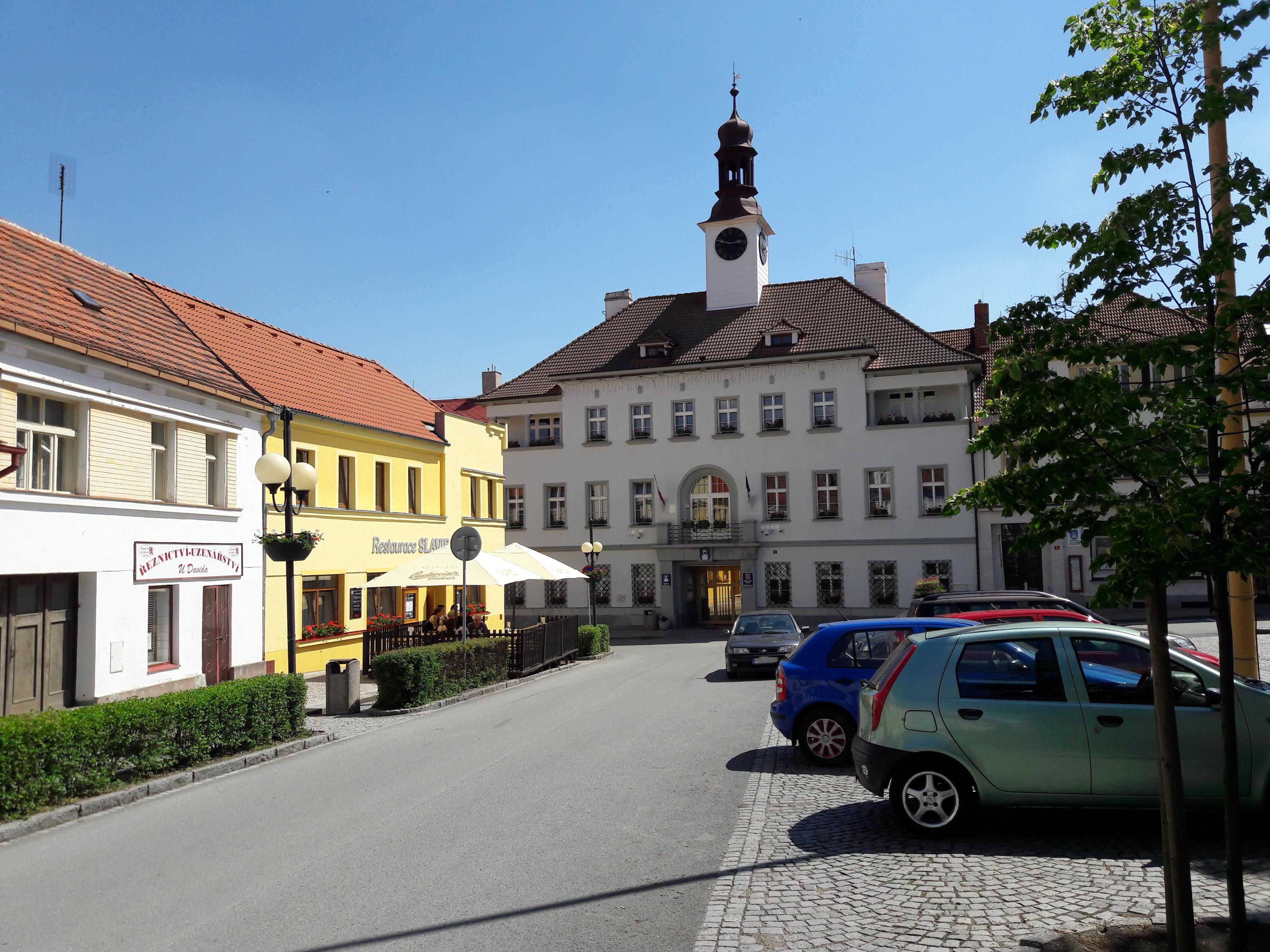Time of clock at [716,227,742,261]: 2:48
